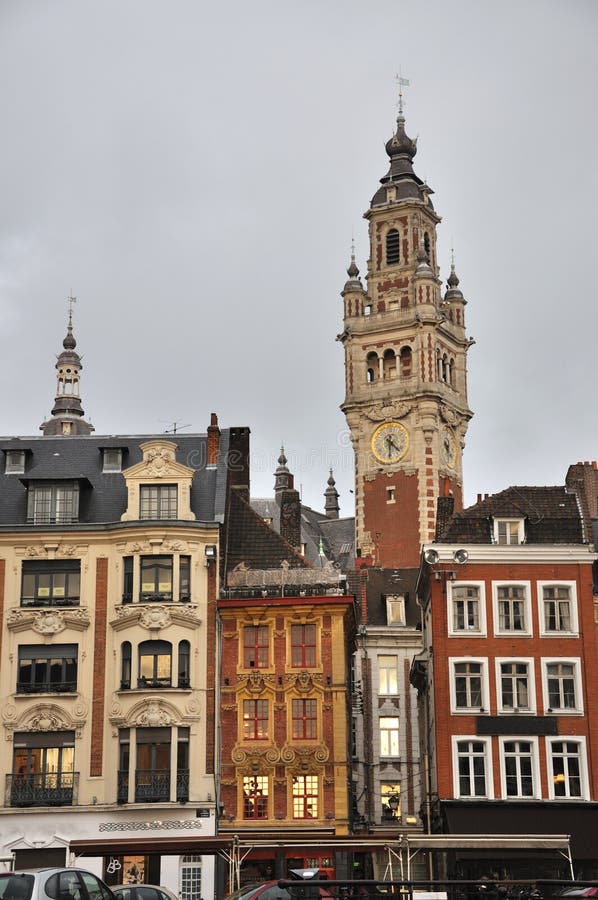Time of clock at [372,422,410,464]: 4:30
